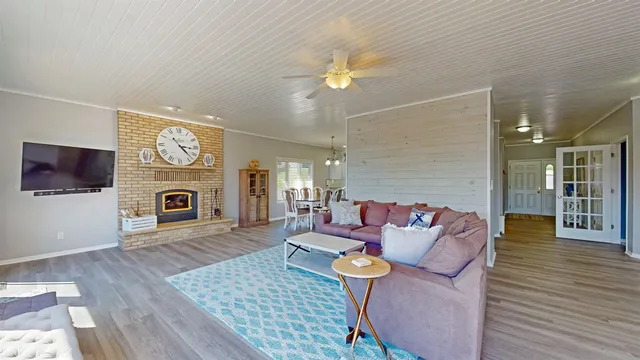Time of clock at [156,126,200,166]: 3:22
